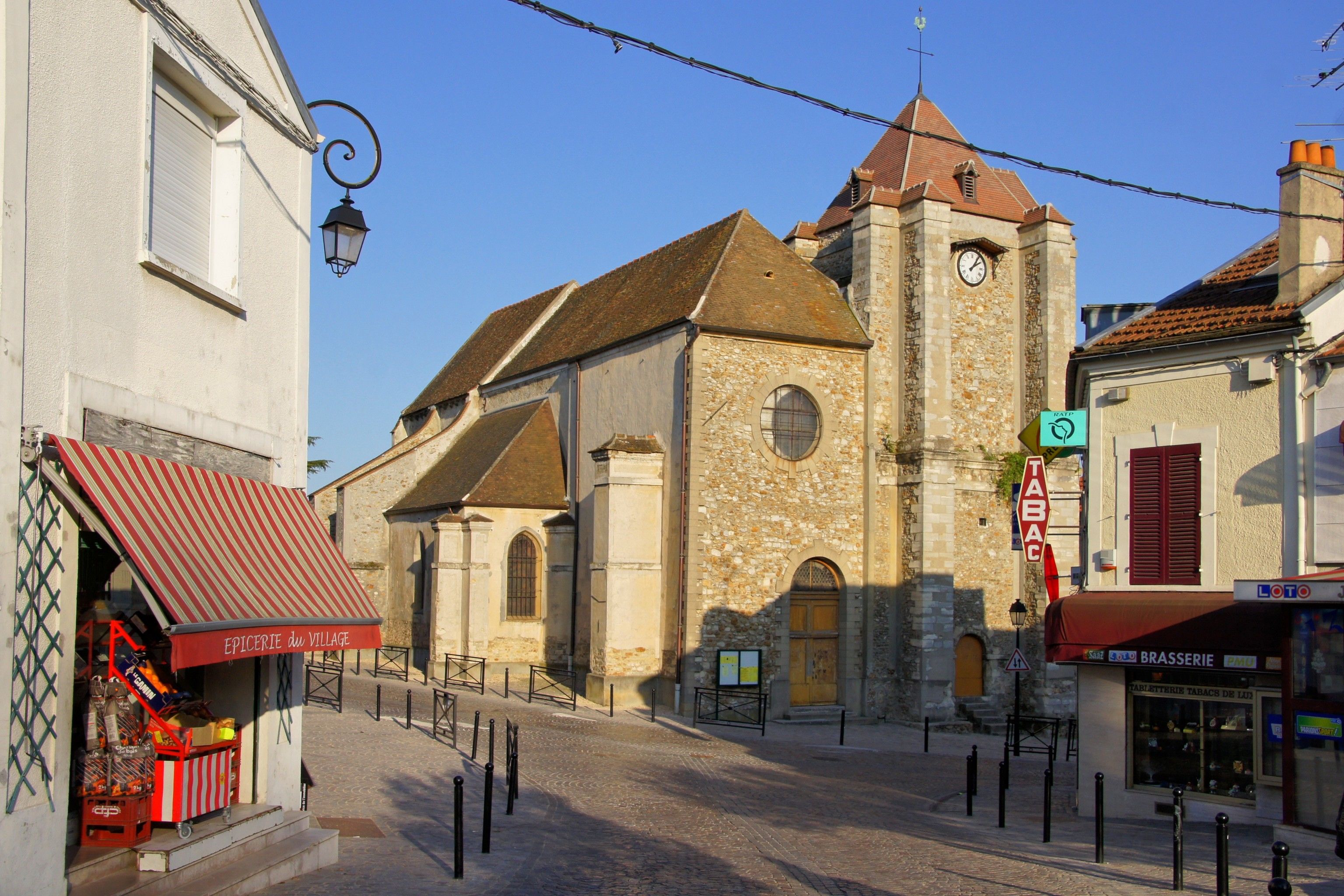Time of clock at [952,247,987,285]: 2:06
